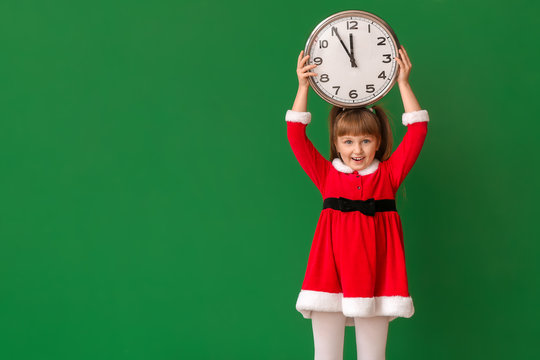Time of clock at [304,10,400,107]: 11:55
